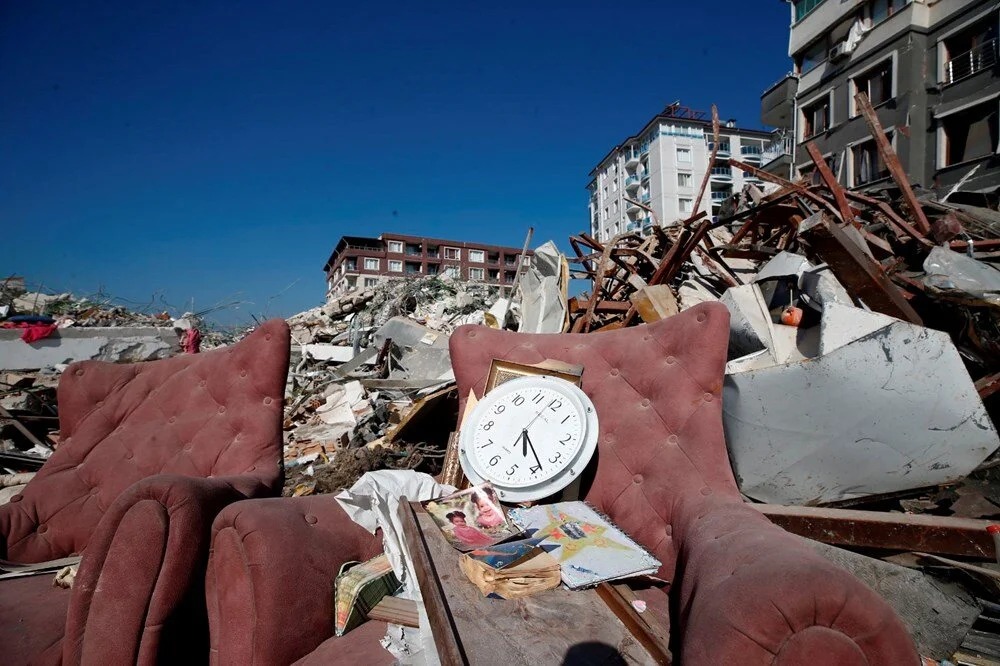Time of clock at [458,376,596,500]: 5:23
